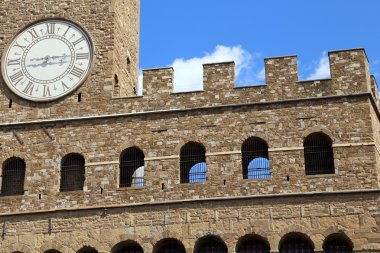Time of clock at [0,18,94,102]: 8:14
